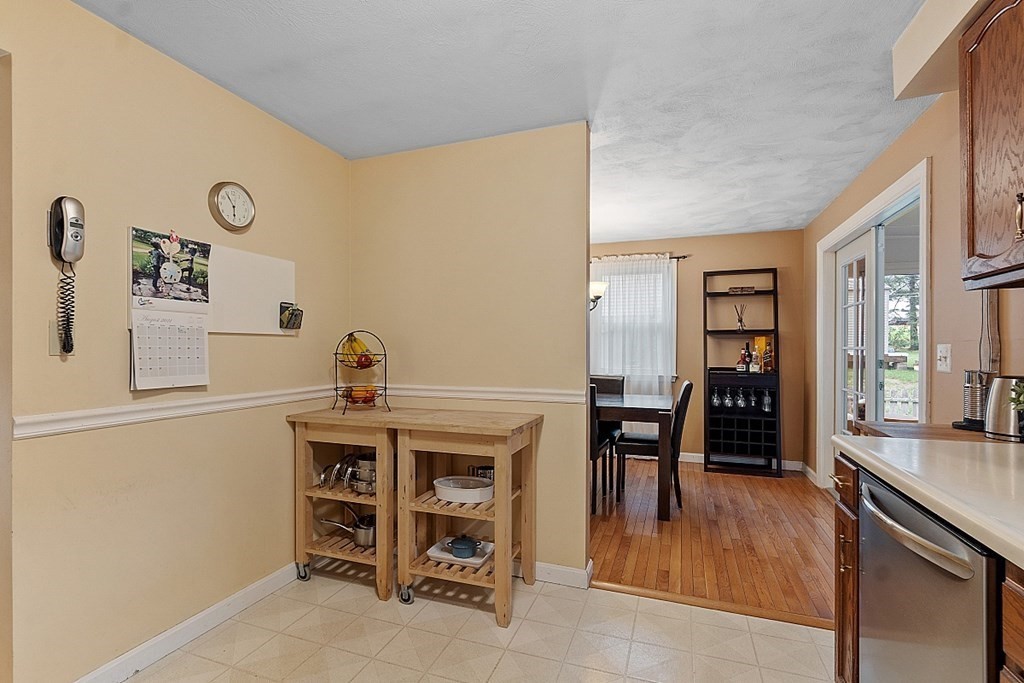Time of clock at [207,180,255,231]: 5:54
